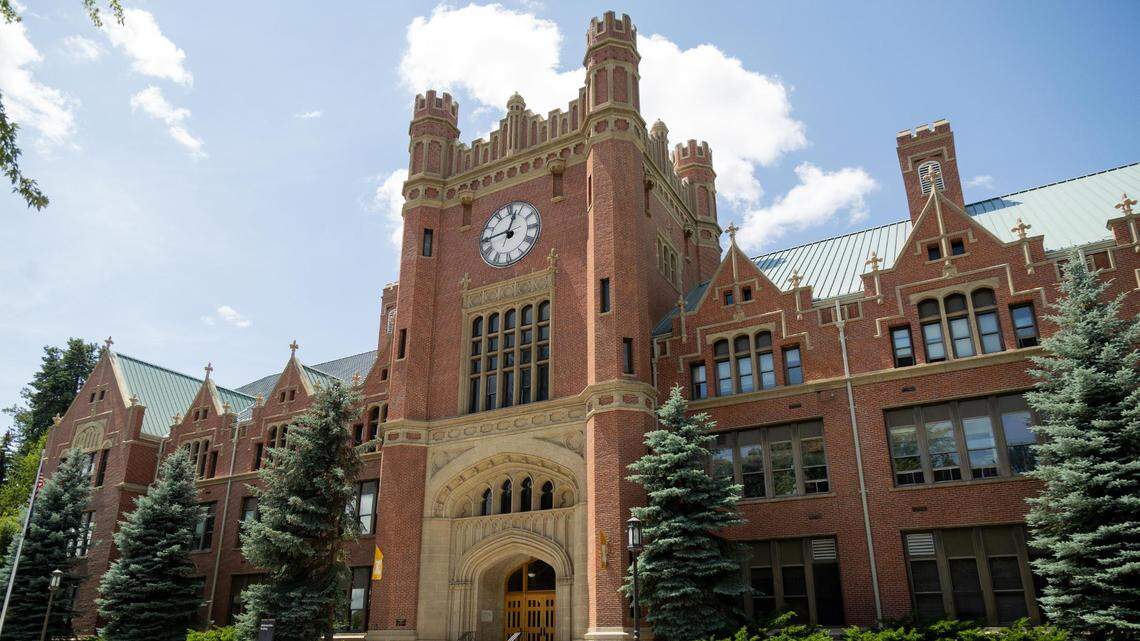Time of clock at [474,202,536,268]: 12:44
